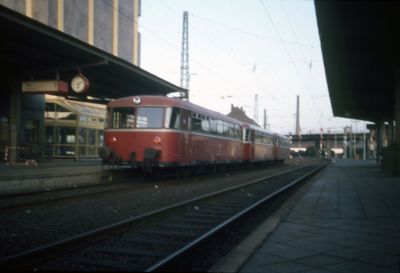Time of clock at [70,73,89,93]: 6:10
